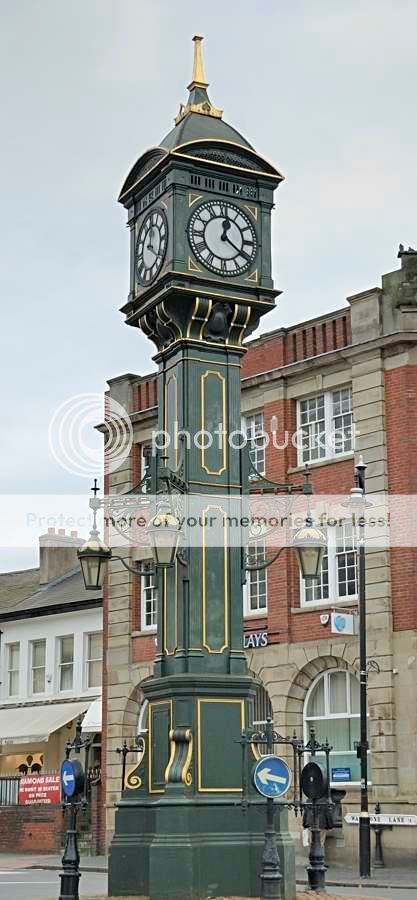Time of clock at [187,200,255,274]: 12:20
